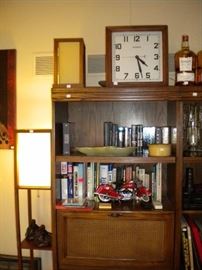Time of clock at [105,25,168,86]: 4:27
